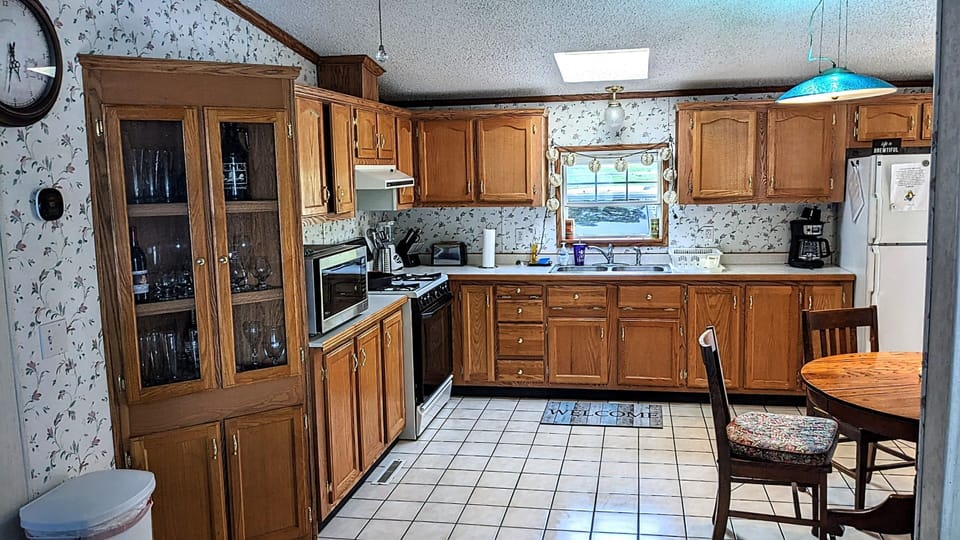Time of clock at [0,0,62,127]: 5:32
